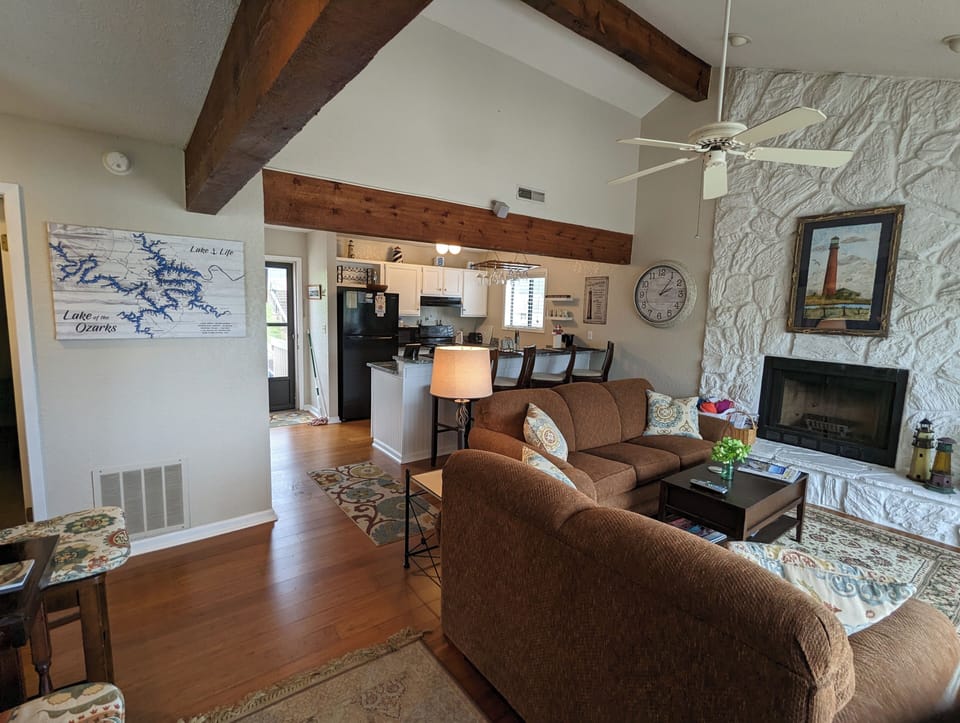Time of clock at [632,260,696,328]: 2:06
